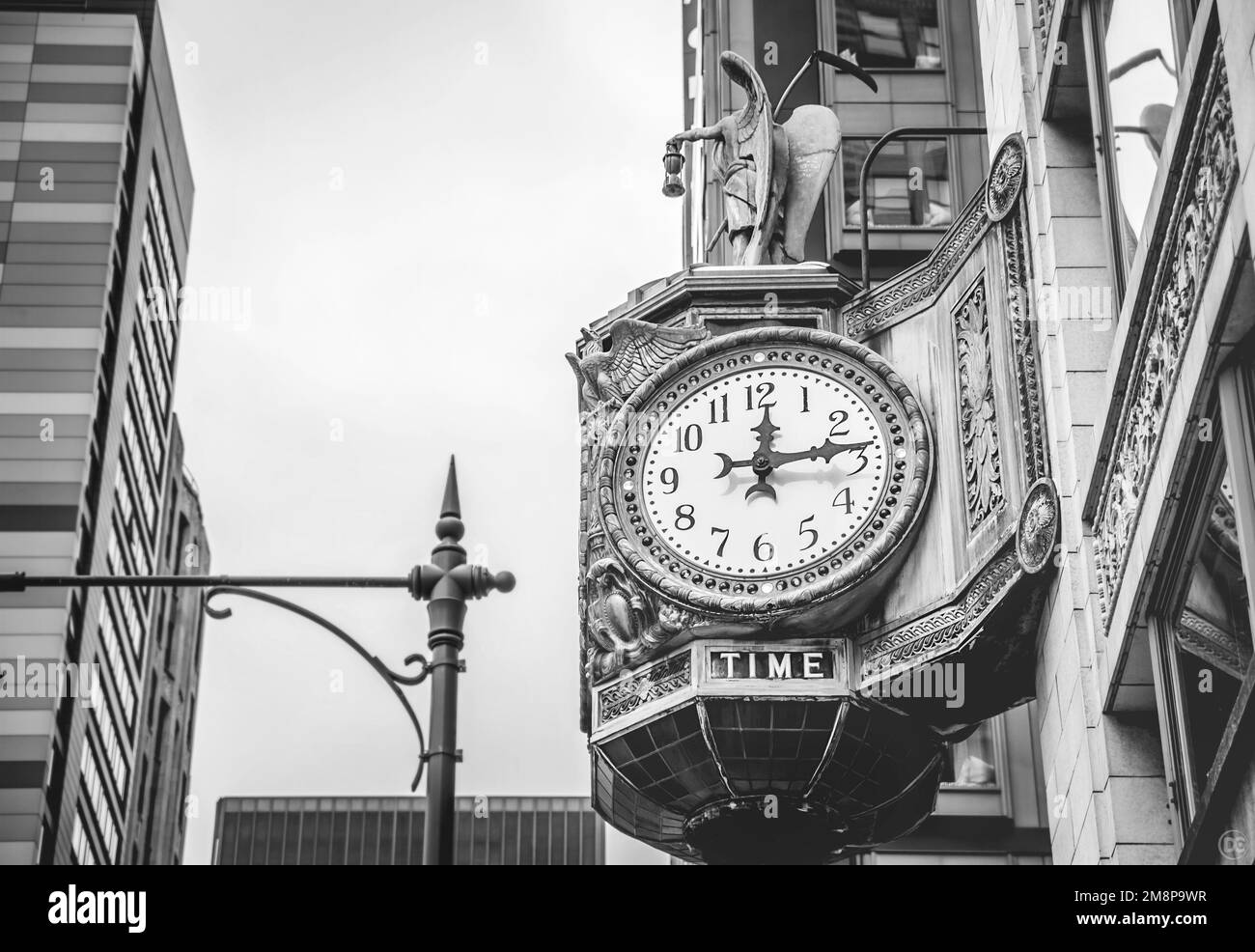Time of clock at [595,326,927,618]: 12:13
